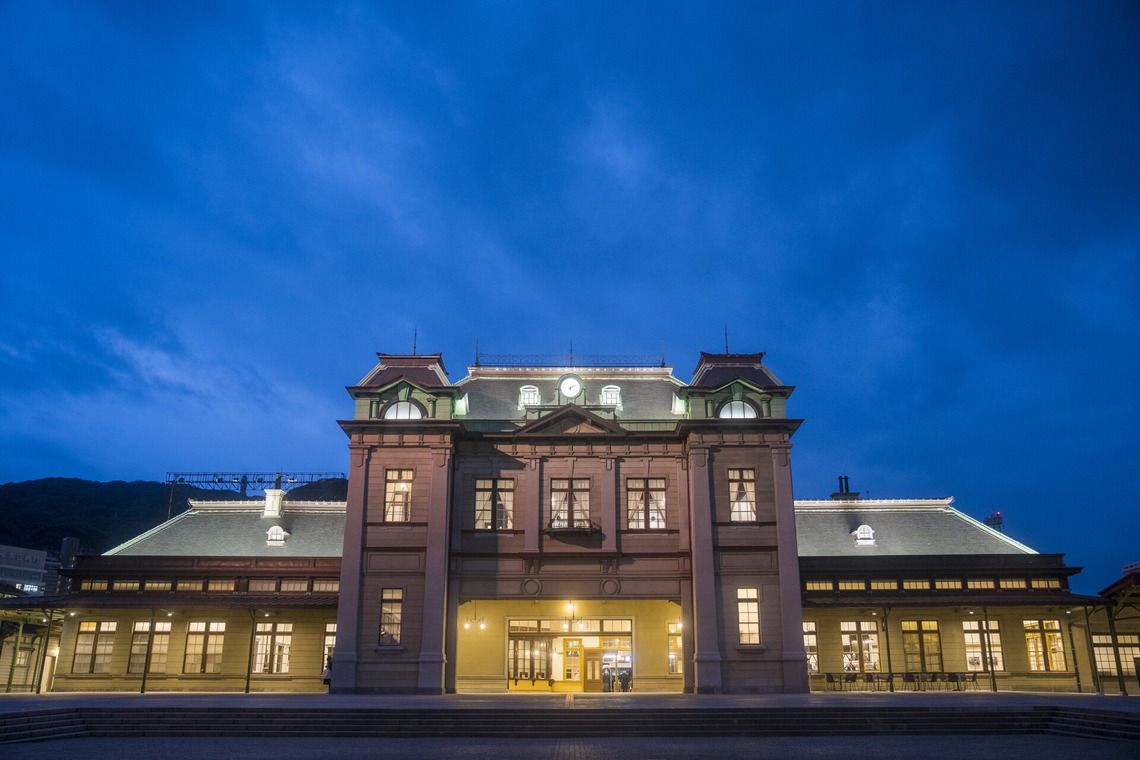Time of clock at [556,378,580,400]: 6:10
